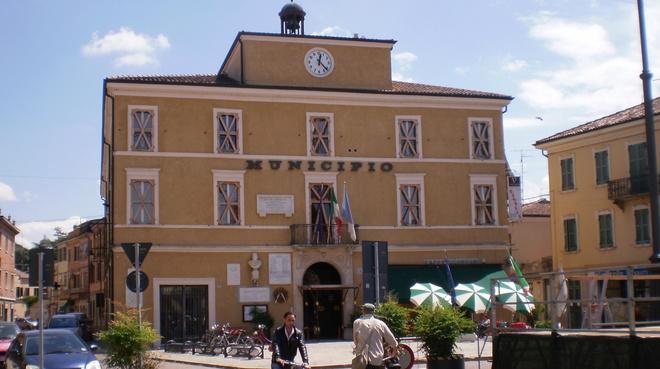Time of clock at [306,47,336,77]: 12:22
